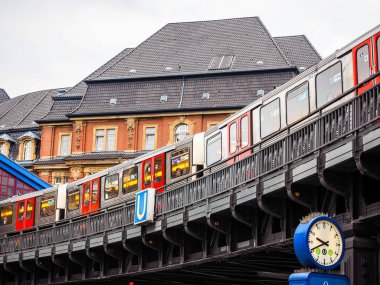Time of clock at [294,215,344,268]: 9:41
